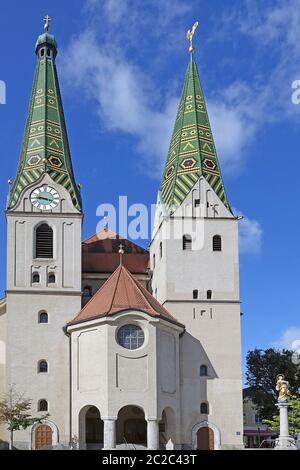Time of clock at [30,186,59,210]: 9:18
